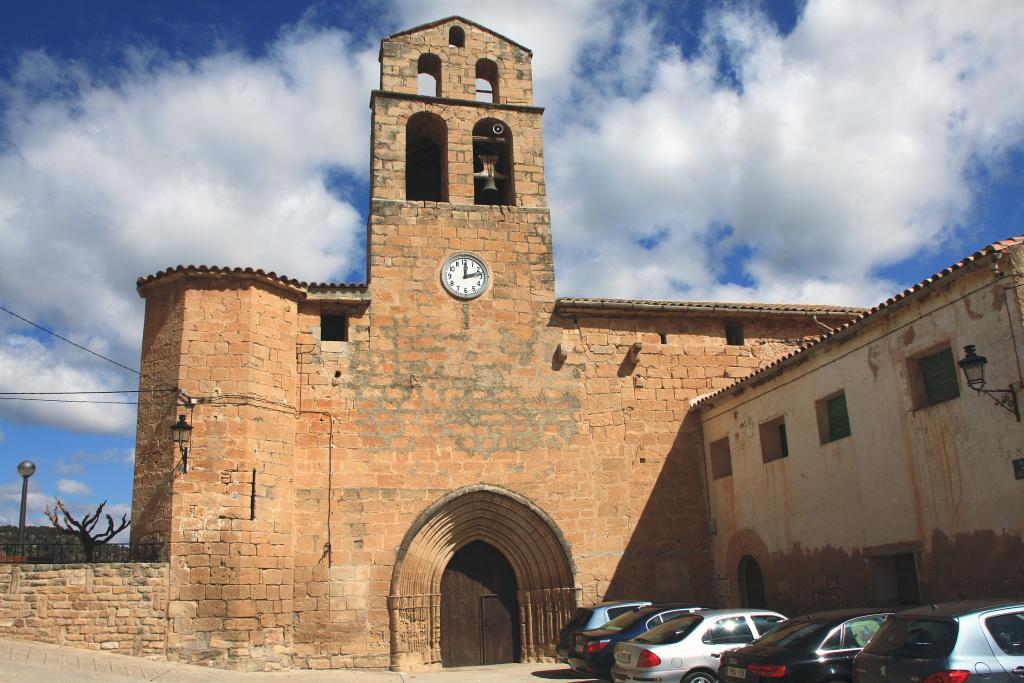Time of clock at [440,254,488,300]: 12:12
